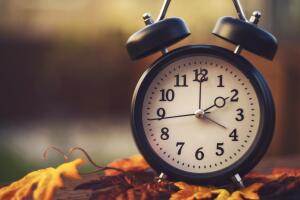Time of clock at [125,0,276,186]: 2:00
